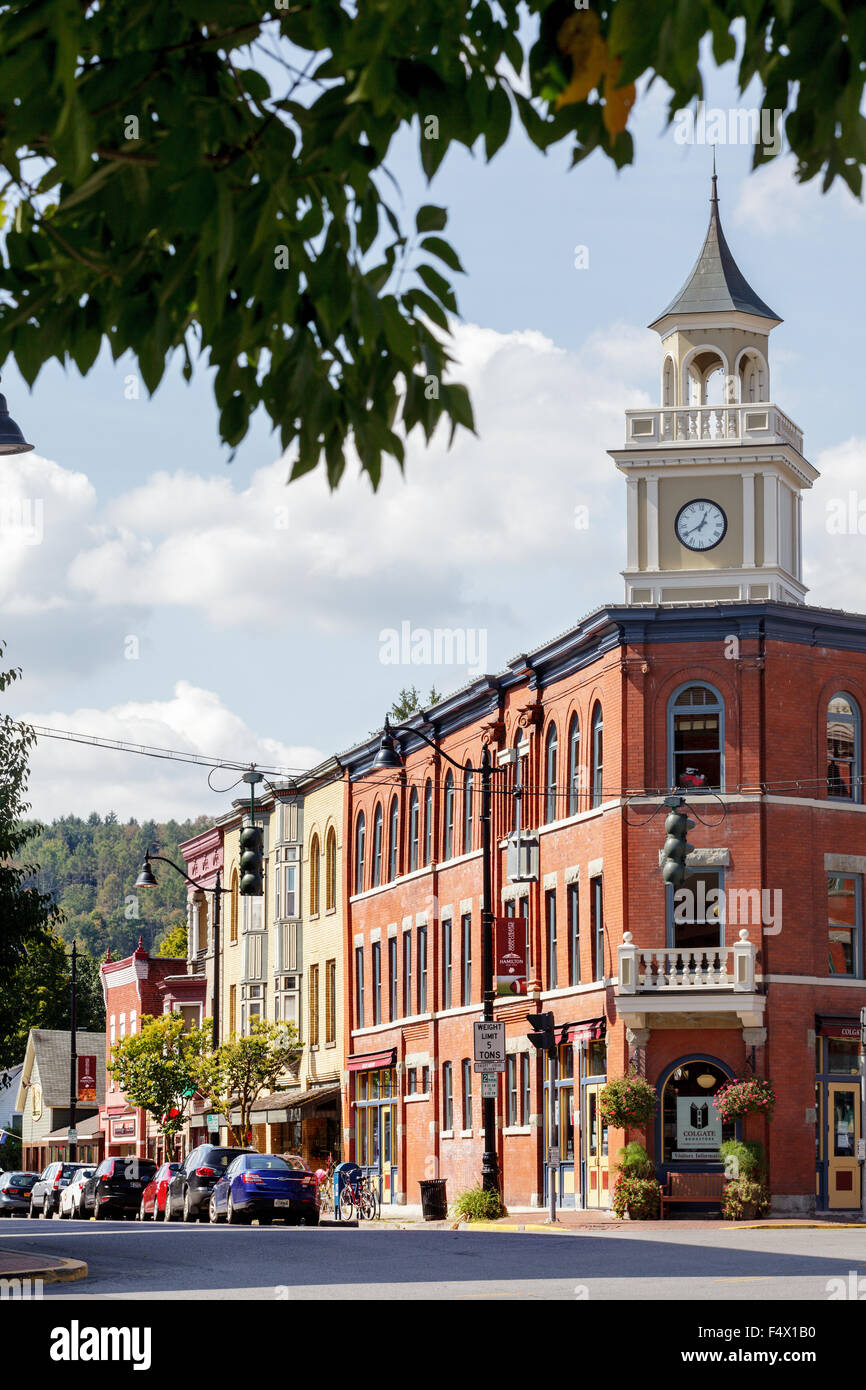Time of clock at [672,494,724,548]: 12:40
